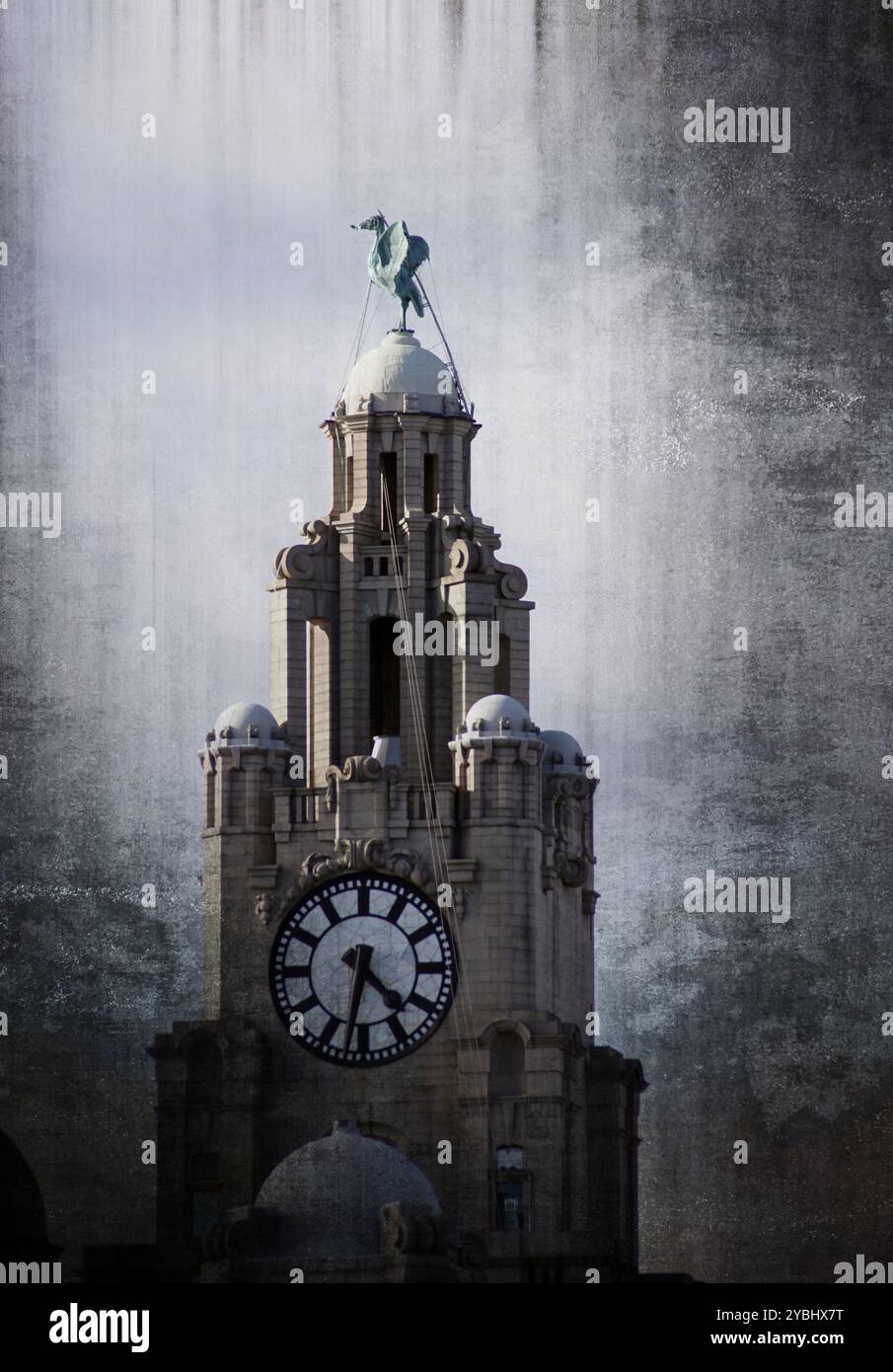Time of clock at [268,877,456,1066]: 4:32
